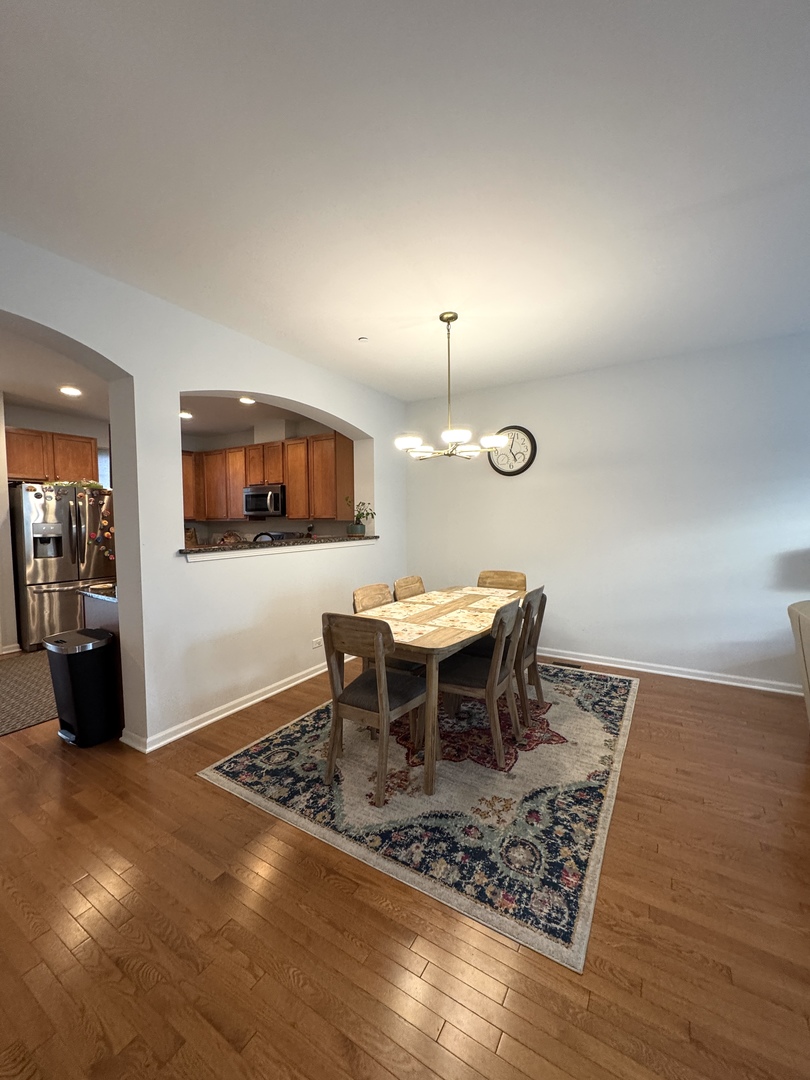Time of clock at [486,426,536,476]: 5:02
